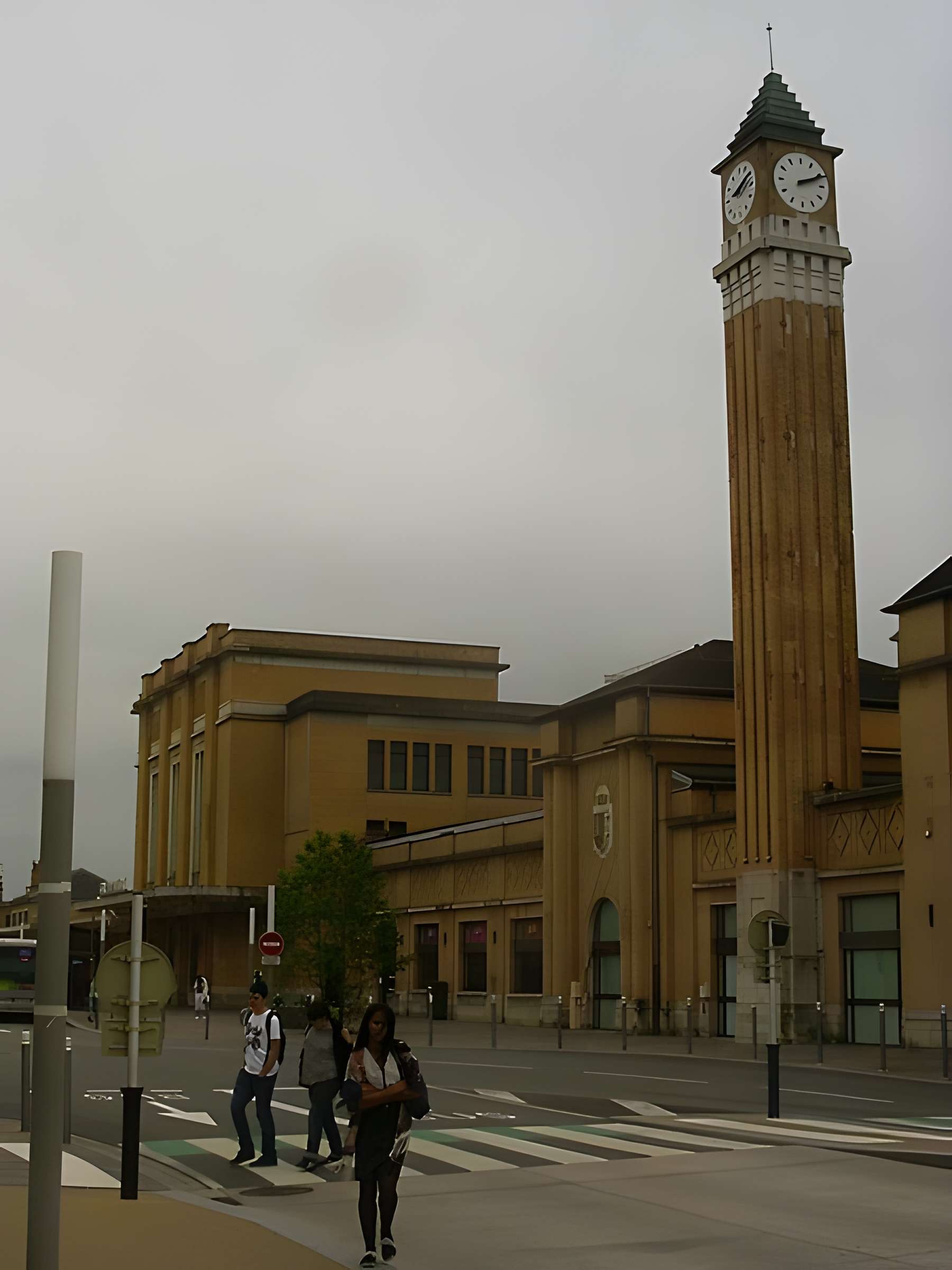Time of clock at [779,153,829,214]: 2:11
